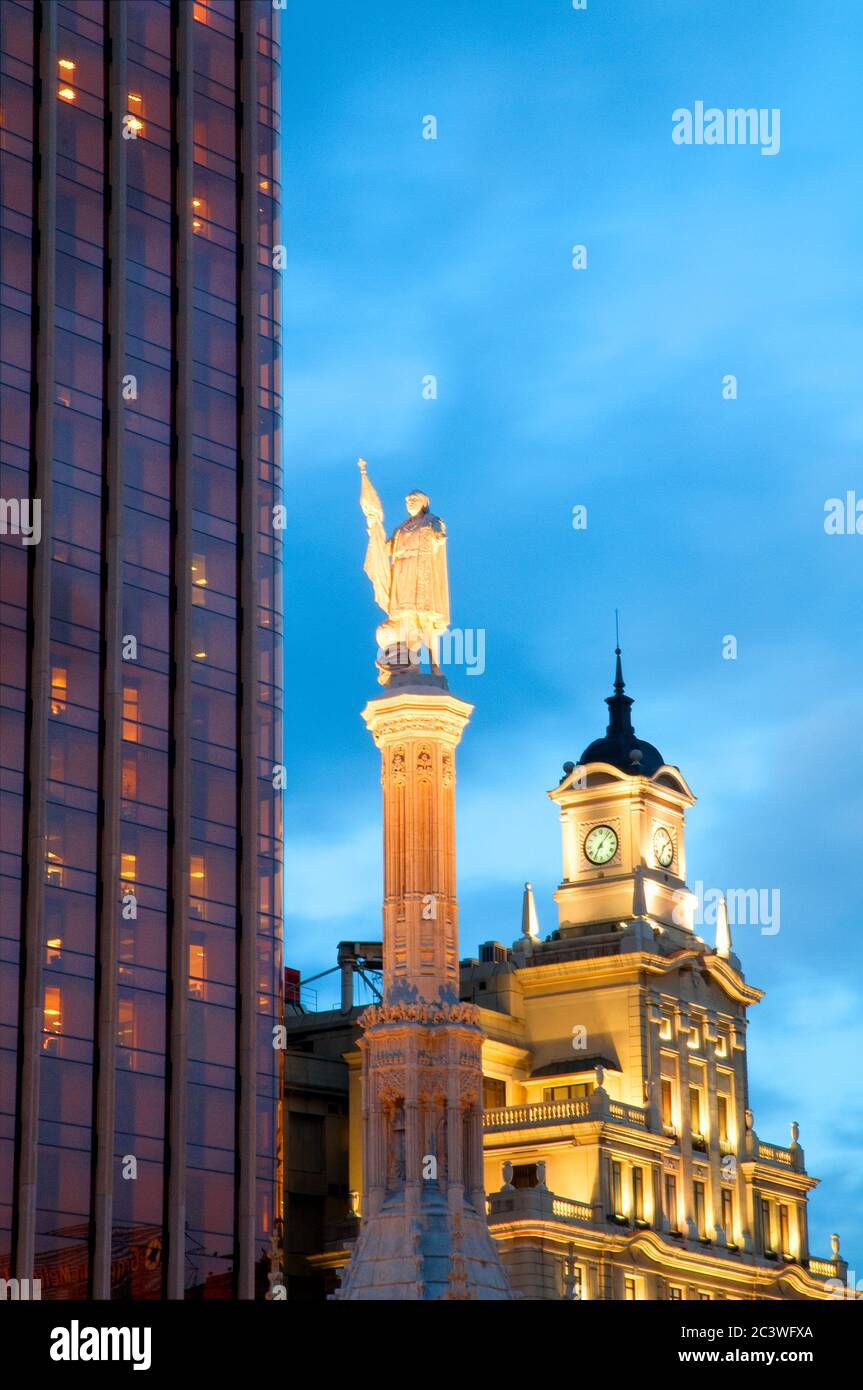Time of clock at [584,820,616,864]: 7:07
